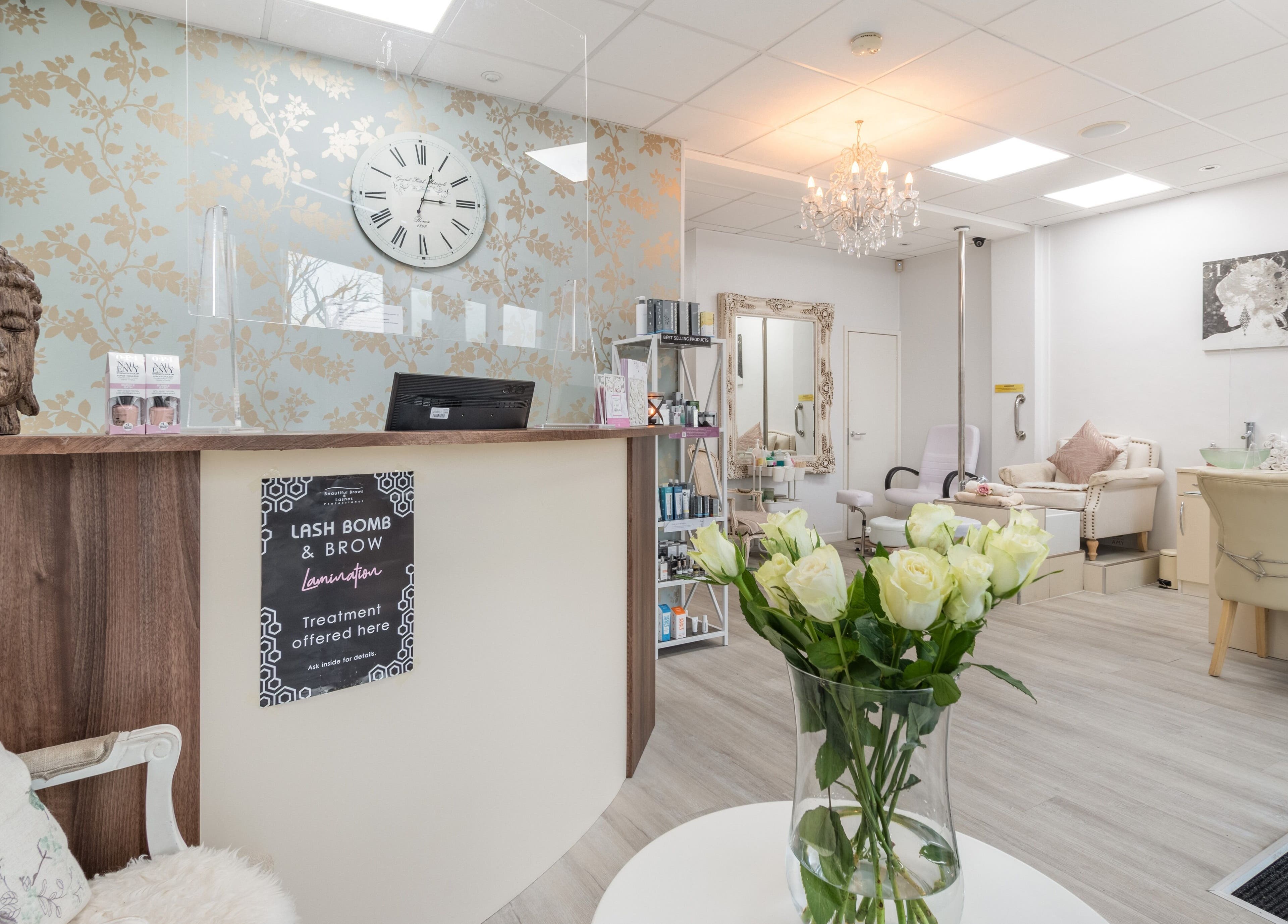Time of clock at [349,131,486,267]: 3:03
